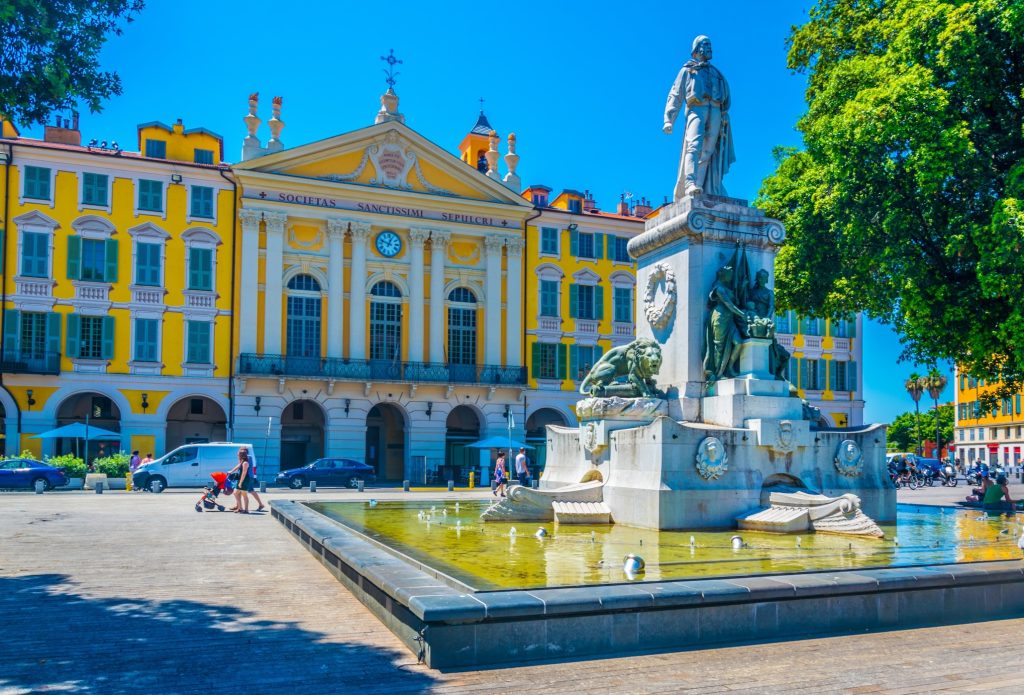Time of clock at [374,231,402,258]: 12:48
